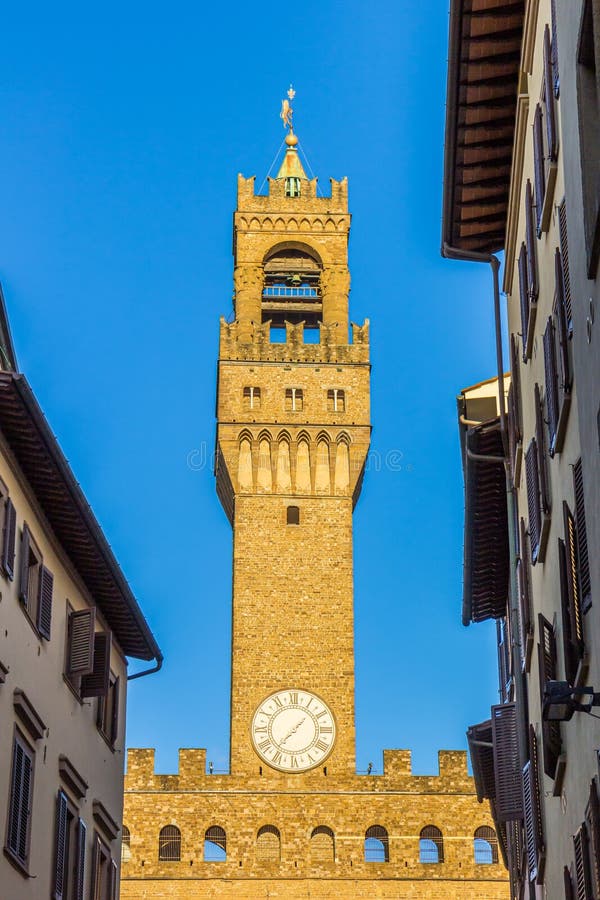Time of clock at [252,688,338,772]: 1:37
